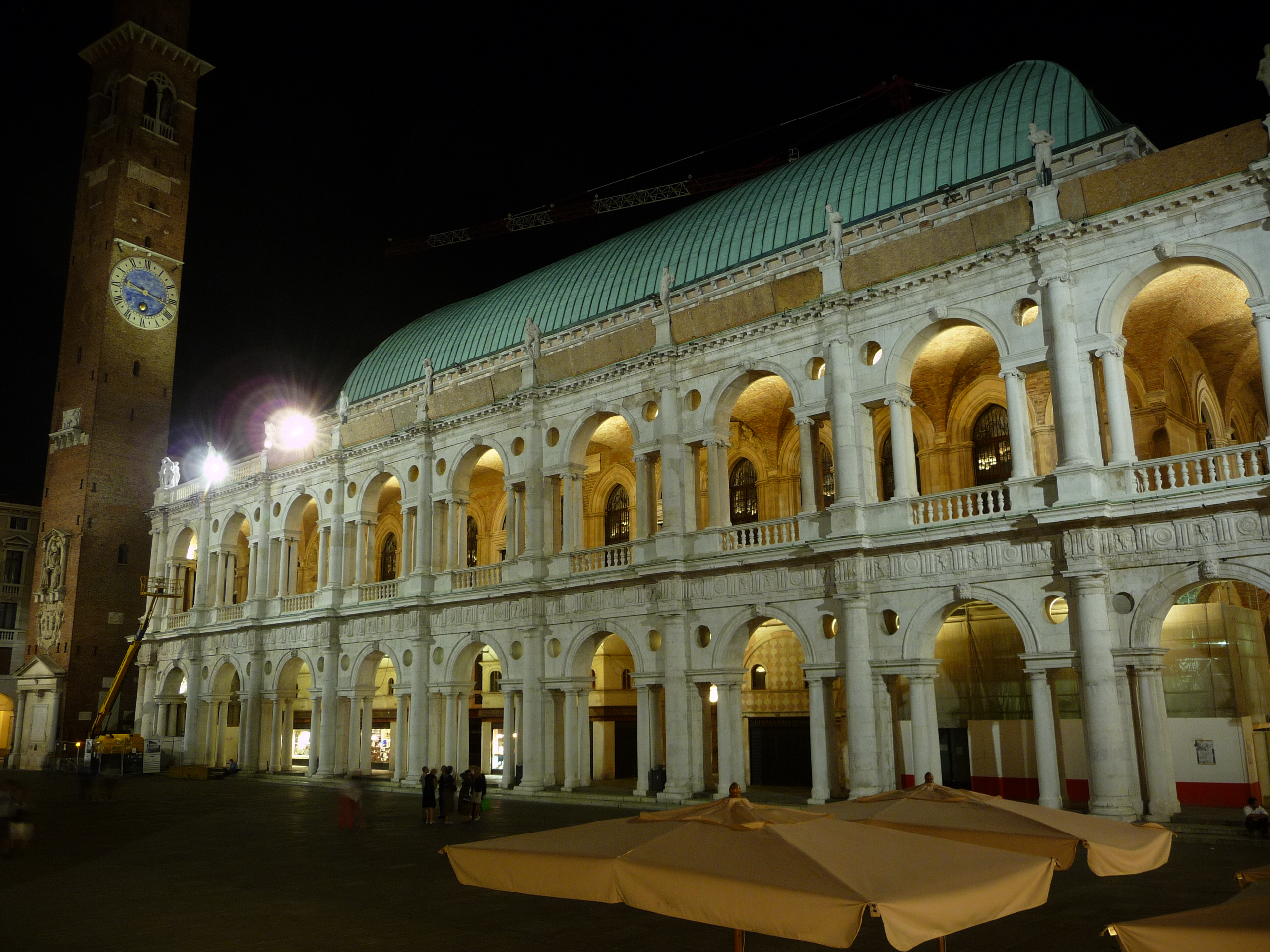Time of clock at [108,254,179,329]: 9:17
